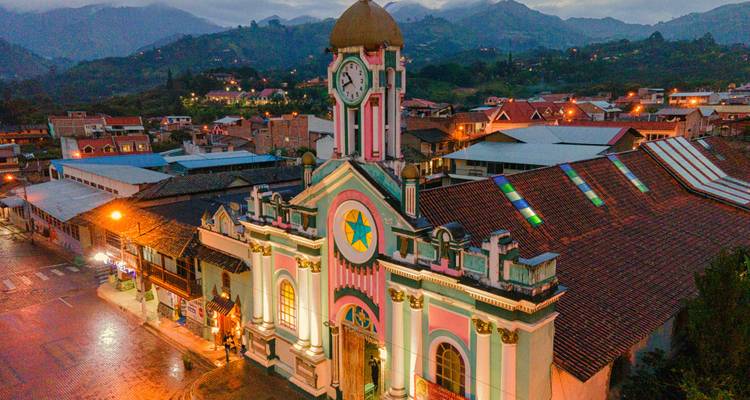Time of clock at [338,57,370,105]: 10:41
